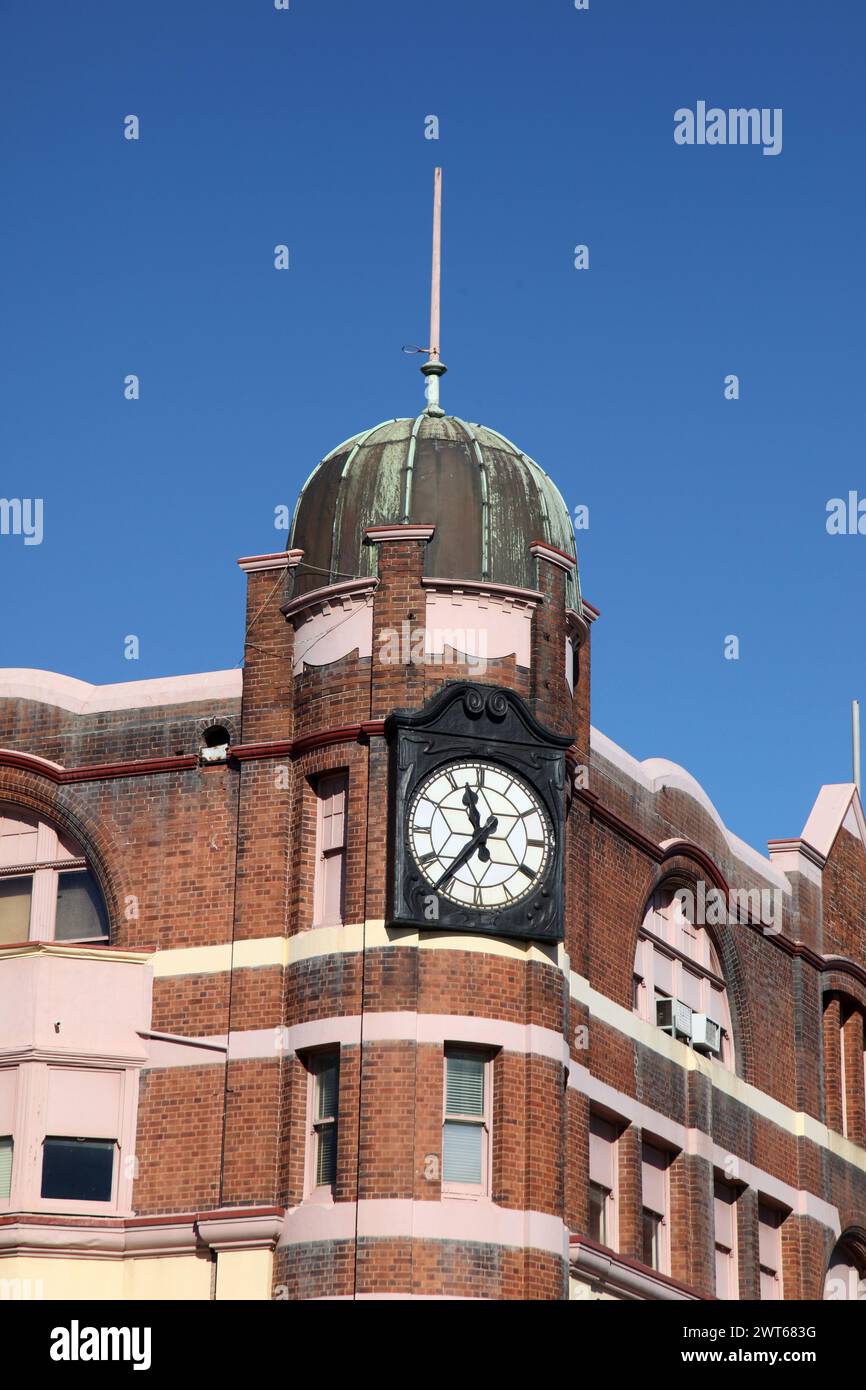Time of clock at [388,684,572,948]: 11:36
